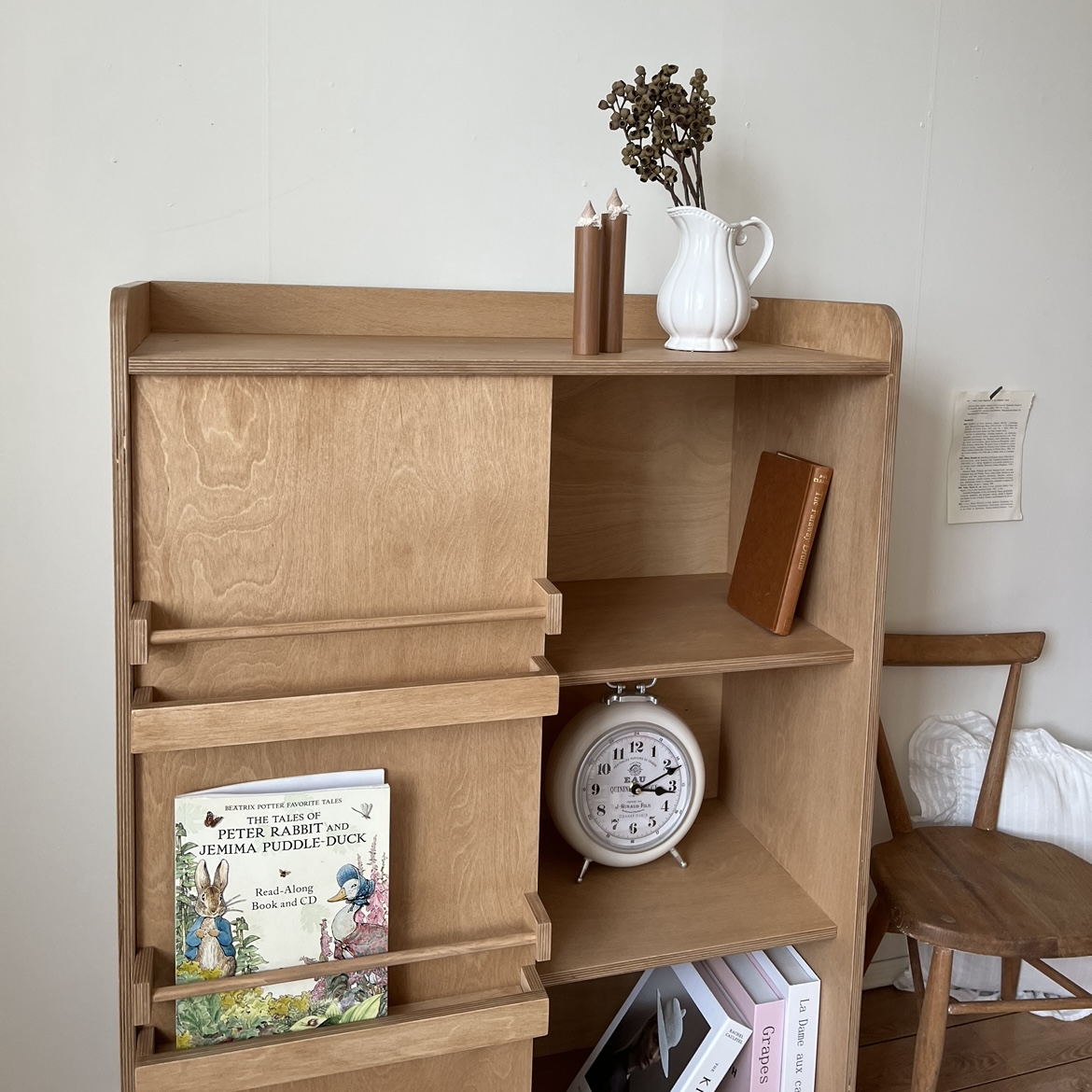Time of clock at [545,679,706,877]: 3:11
